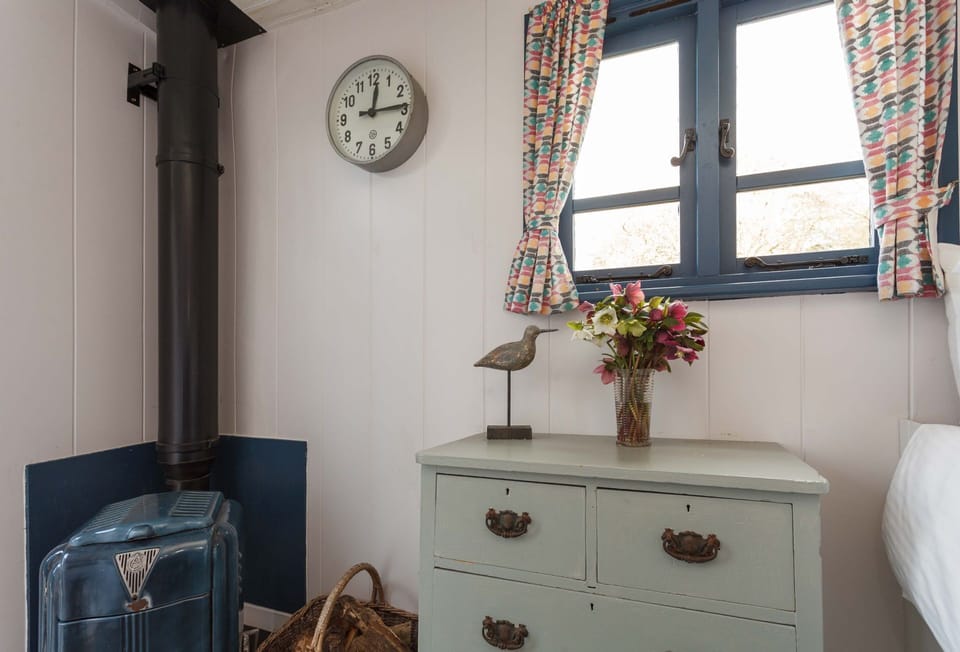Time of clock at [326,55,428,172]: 12:14
